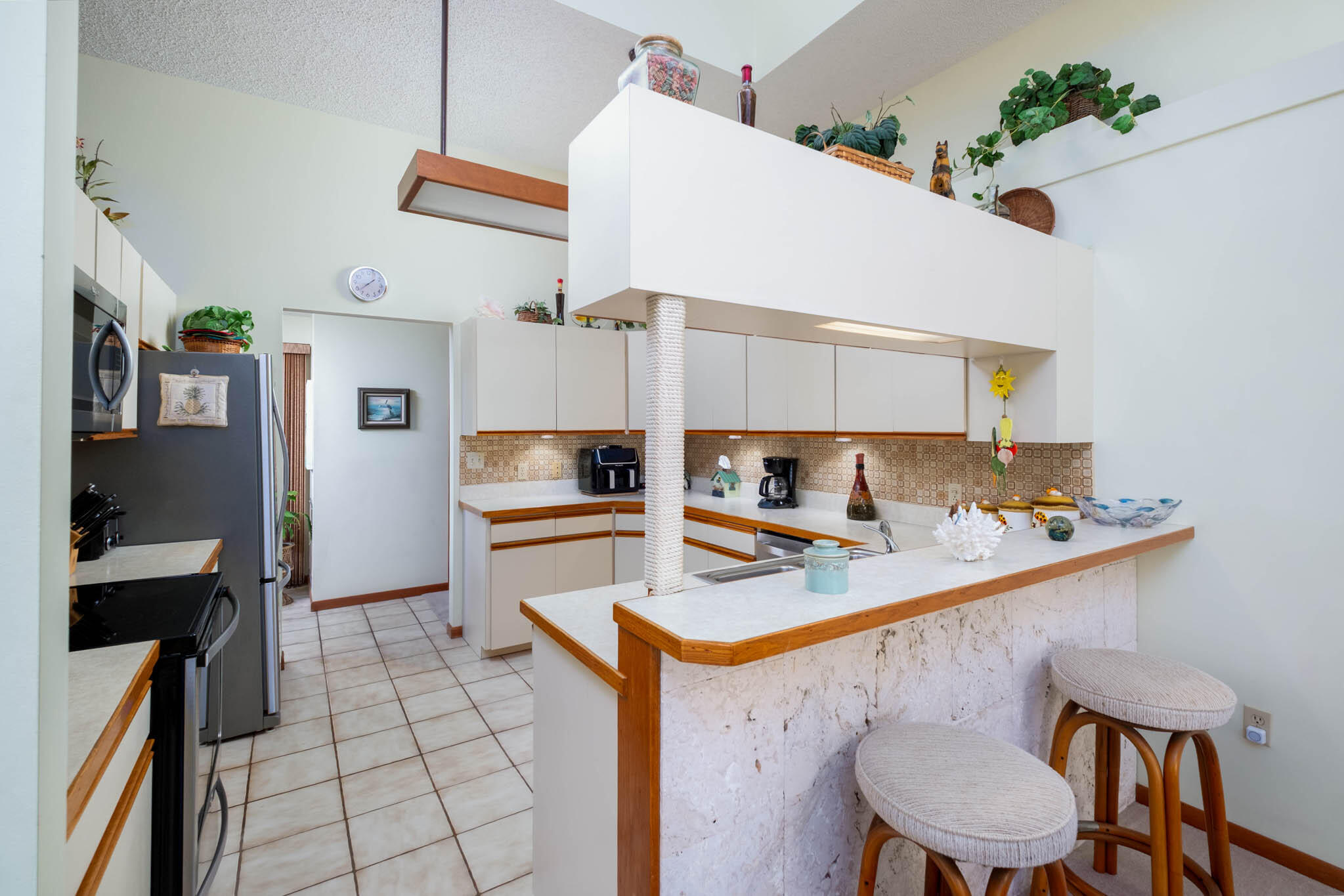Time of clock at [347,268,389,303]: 1:38
